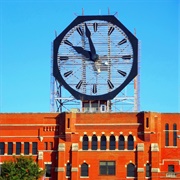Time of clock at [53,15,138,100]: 9:57
